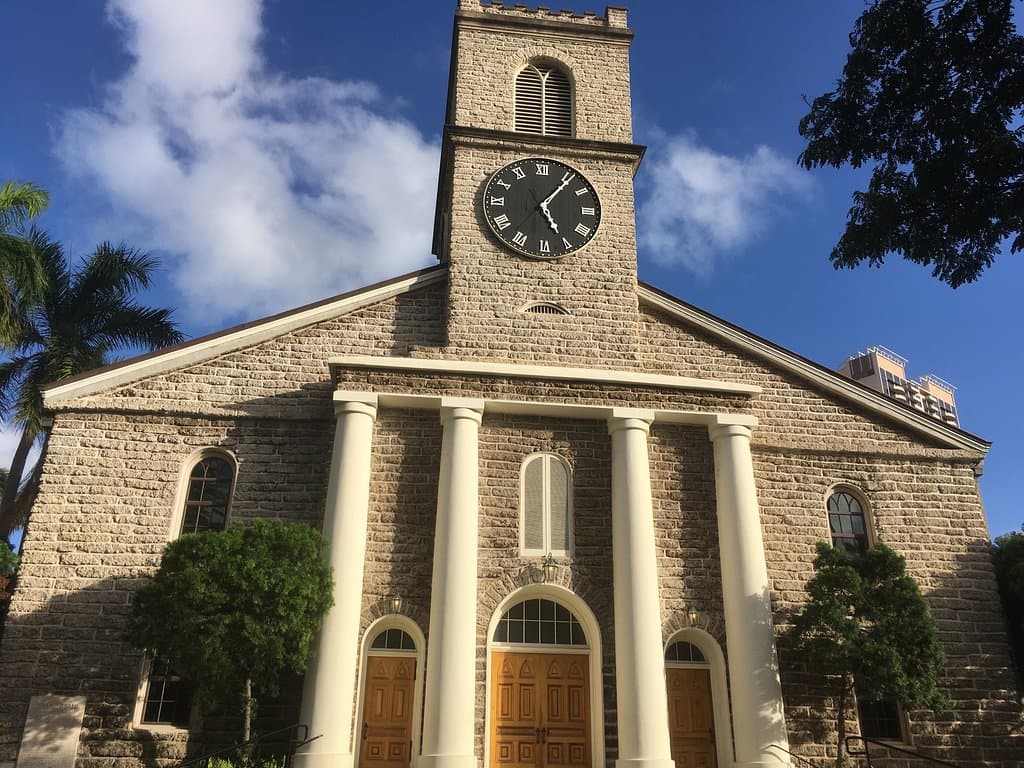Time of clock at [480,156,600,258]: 5:06
